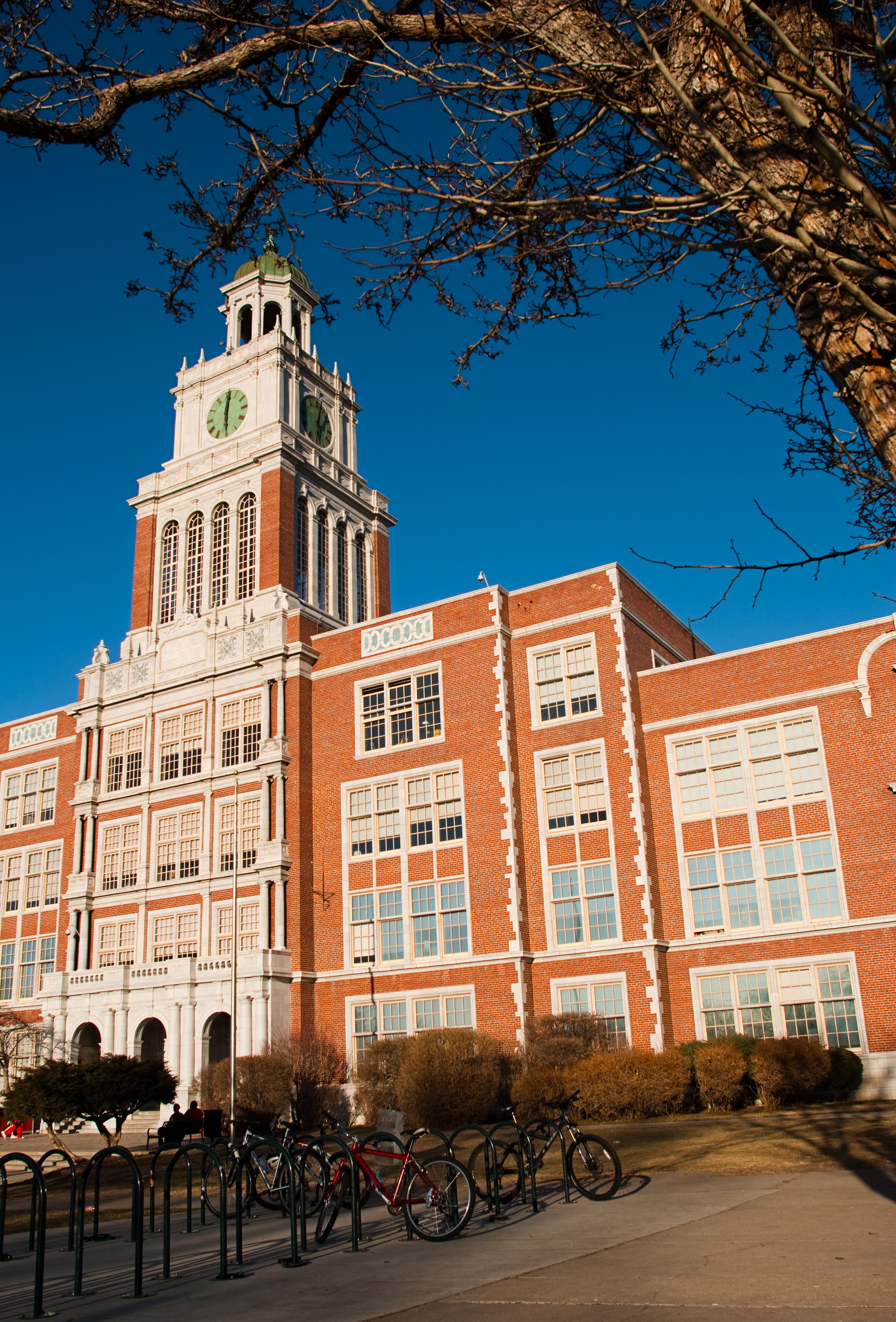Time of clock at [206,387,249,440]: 6:01
